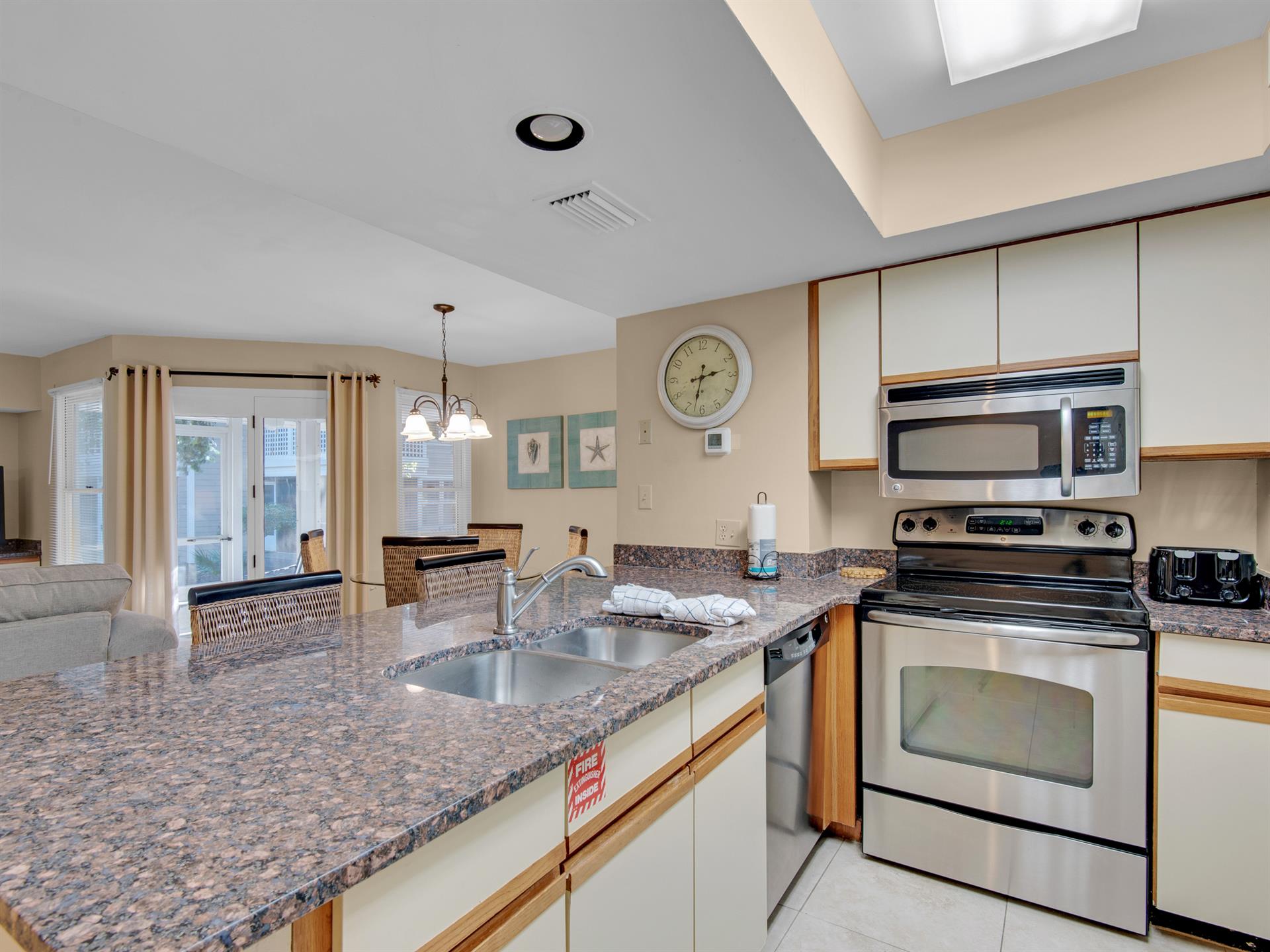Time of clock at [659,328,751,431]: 2:32
